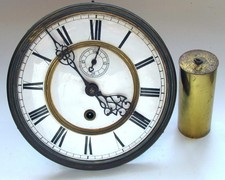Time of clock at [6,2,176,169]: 3:53
